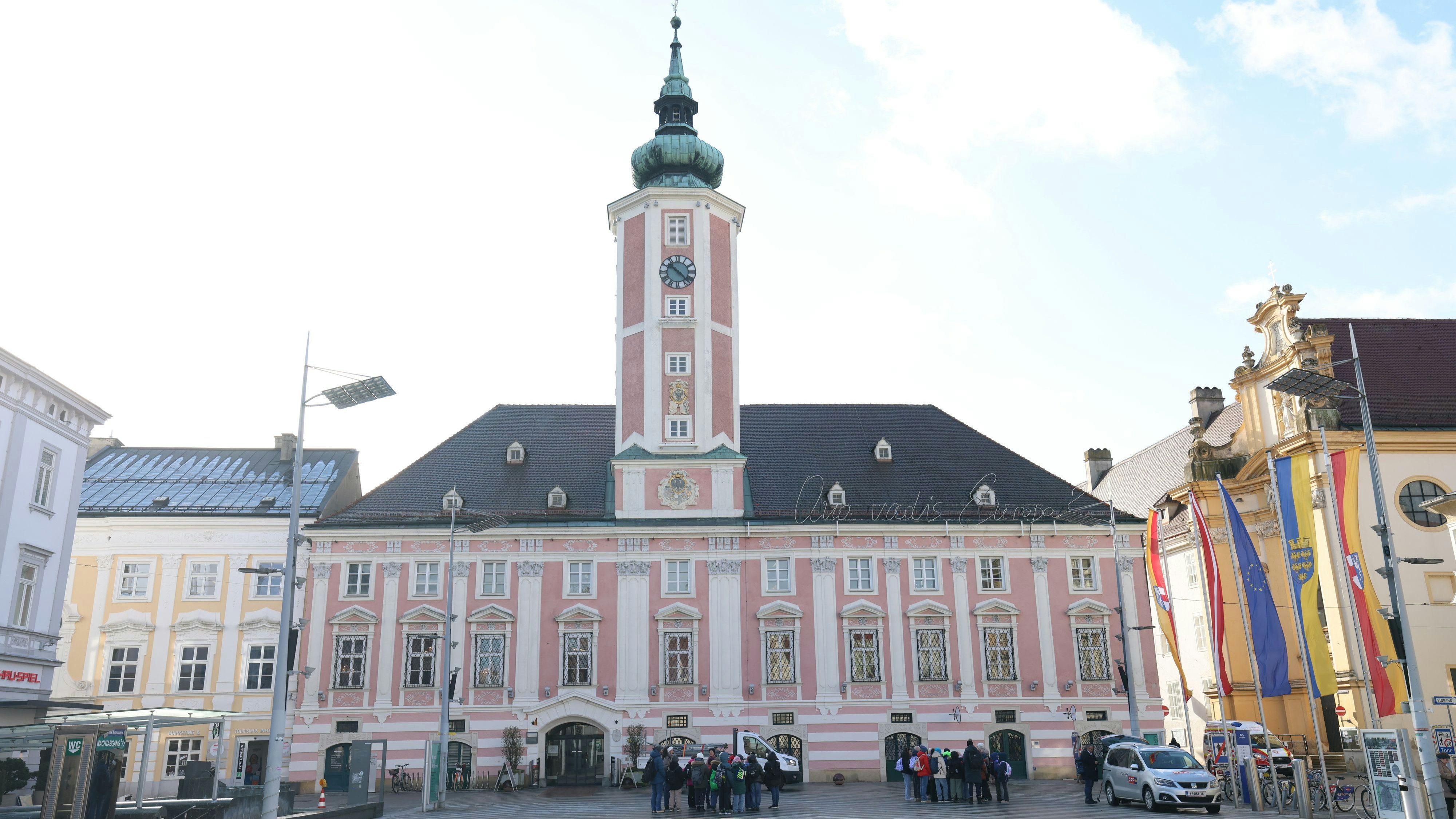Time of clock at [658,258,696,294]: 10:22
